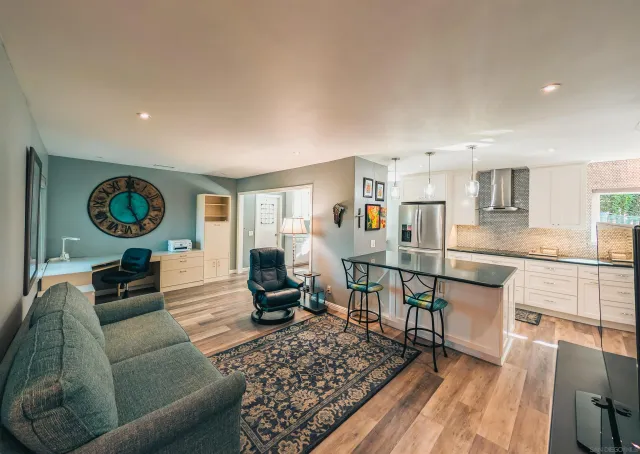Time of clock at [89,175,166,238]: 4:59
